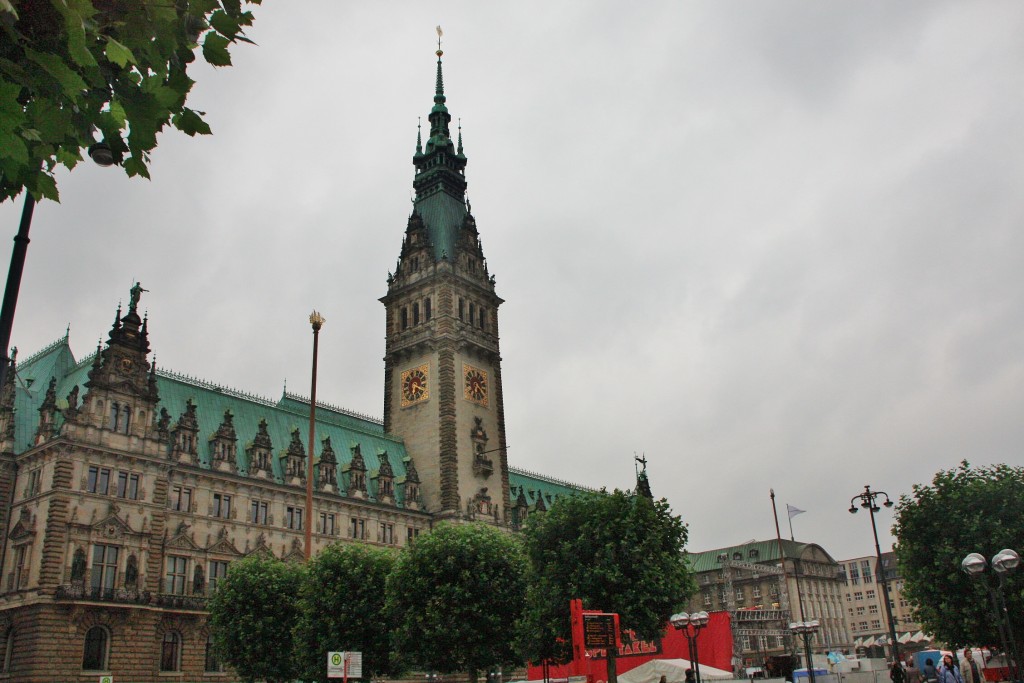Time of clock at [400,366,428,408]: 6:19
